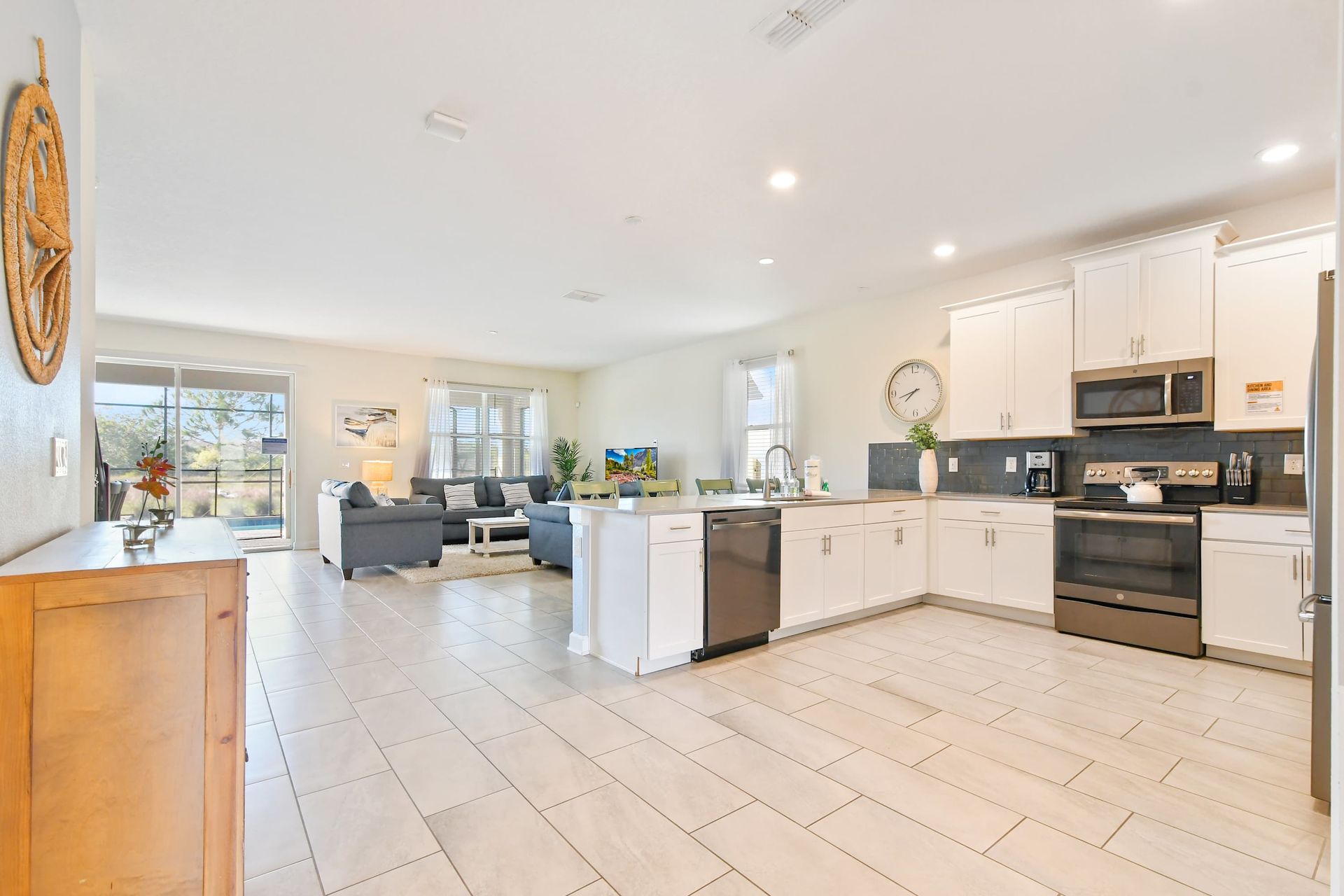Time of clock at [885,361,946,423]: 7:42
